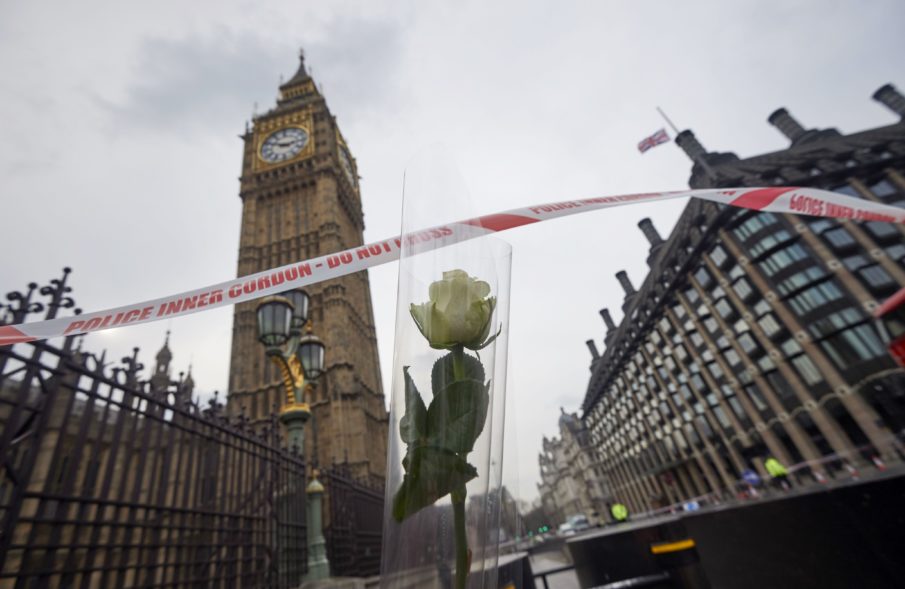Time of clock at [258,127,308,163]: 2:48
